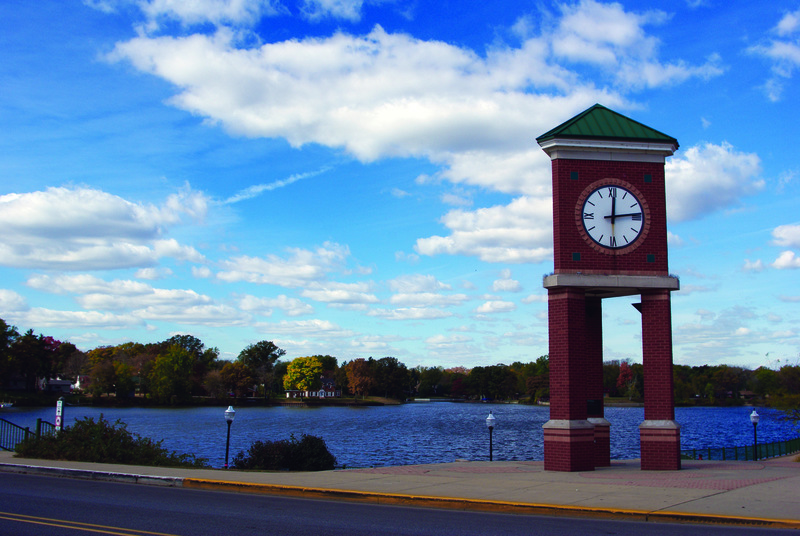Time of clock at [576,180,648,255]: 12:13
